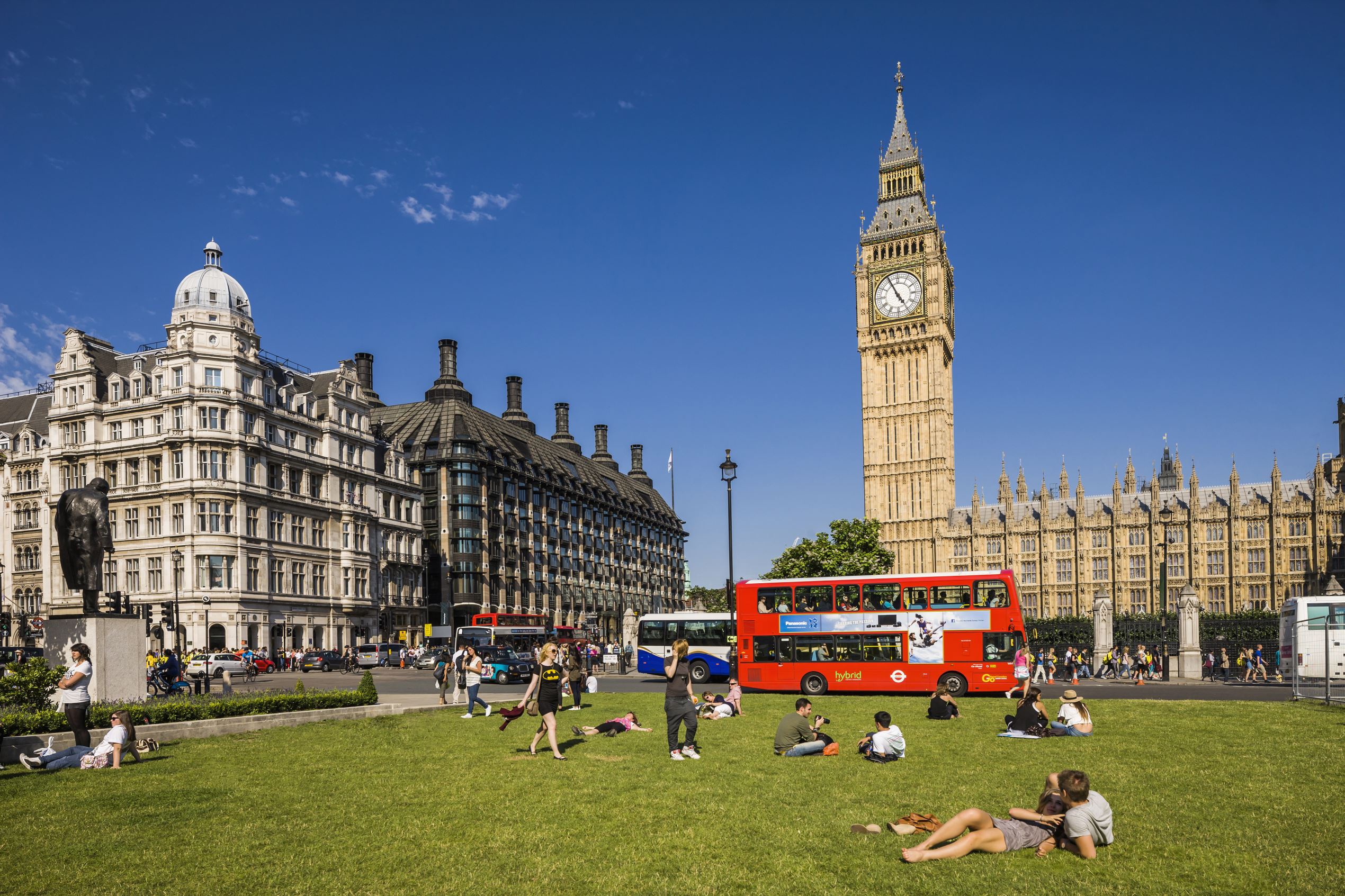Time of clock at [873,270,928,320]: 4:55
